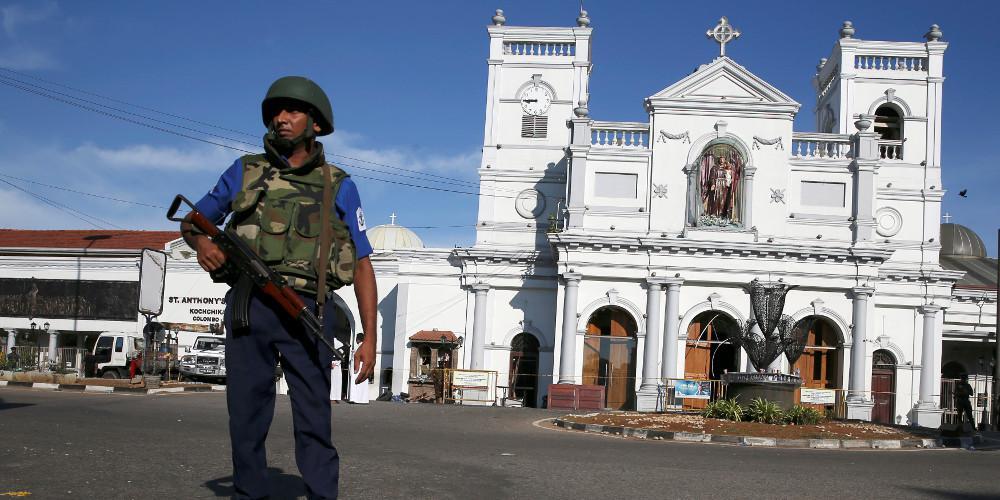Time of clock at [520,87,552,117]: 8:45
